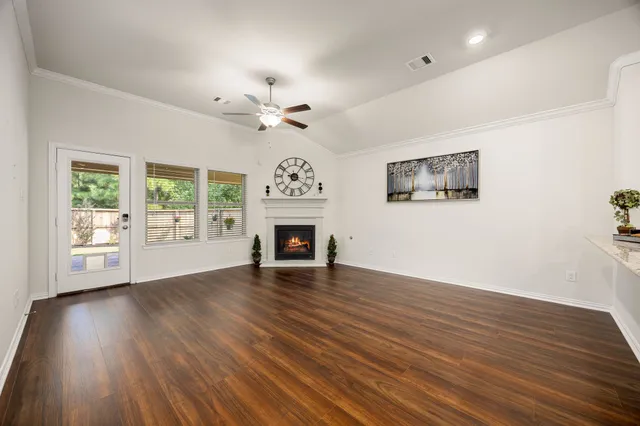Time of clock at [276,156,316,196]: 10:05
